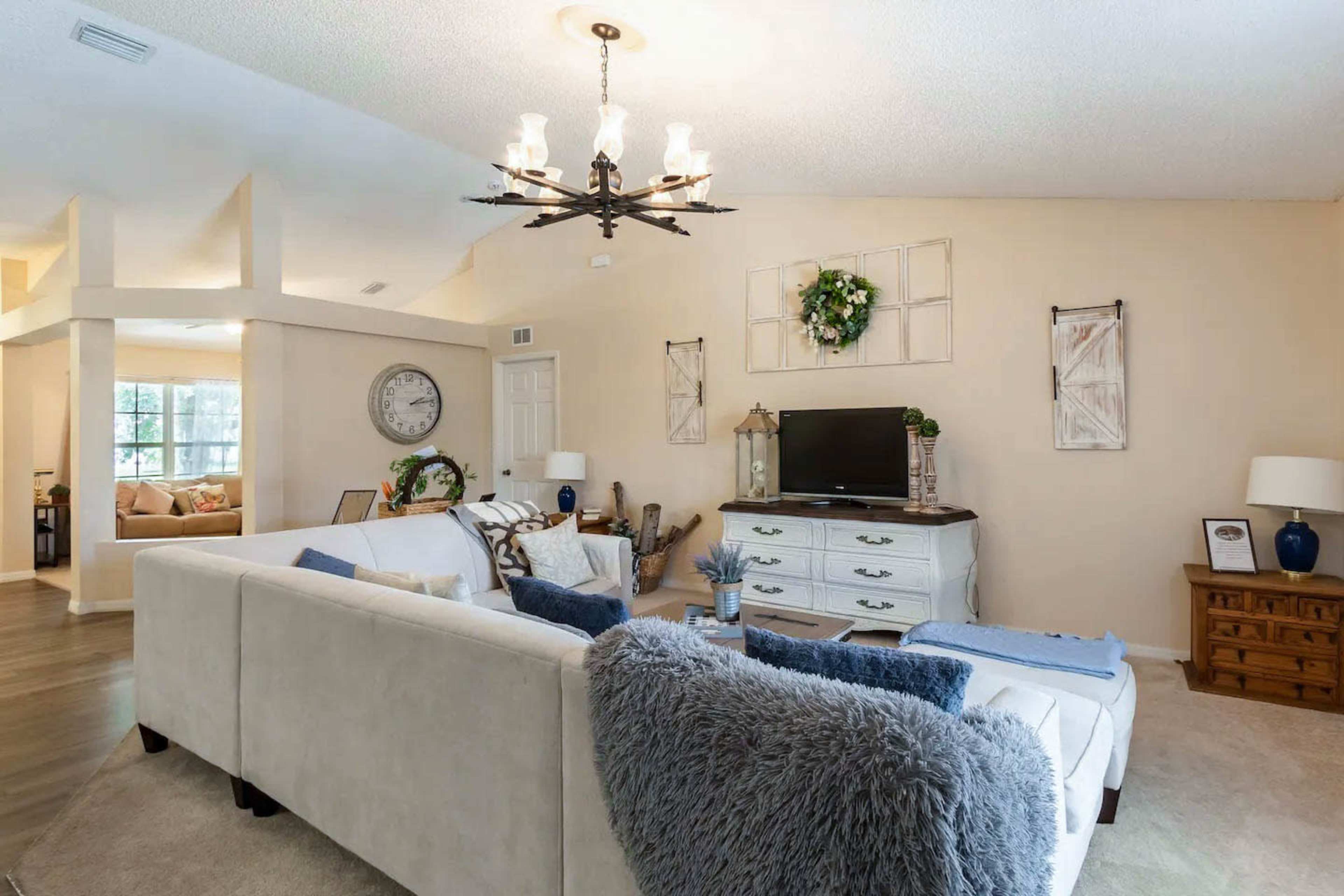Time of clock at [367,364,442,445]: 2:13
